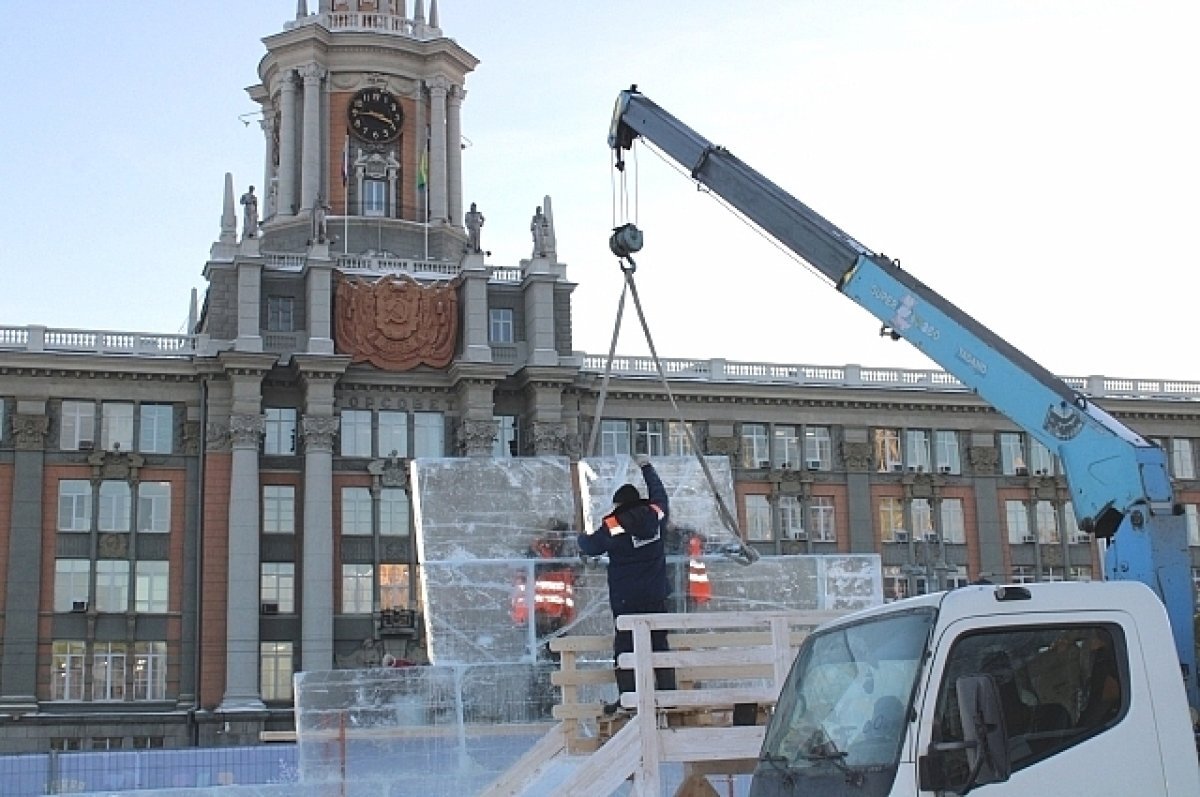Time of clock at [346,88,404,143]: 3:45
